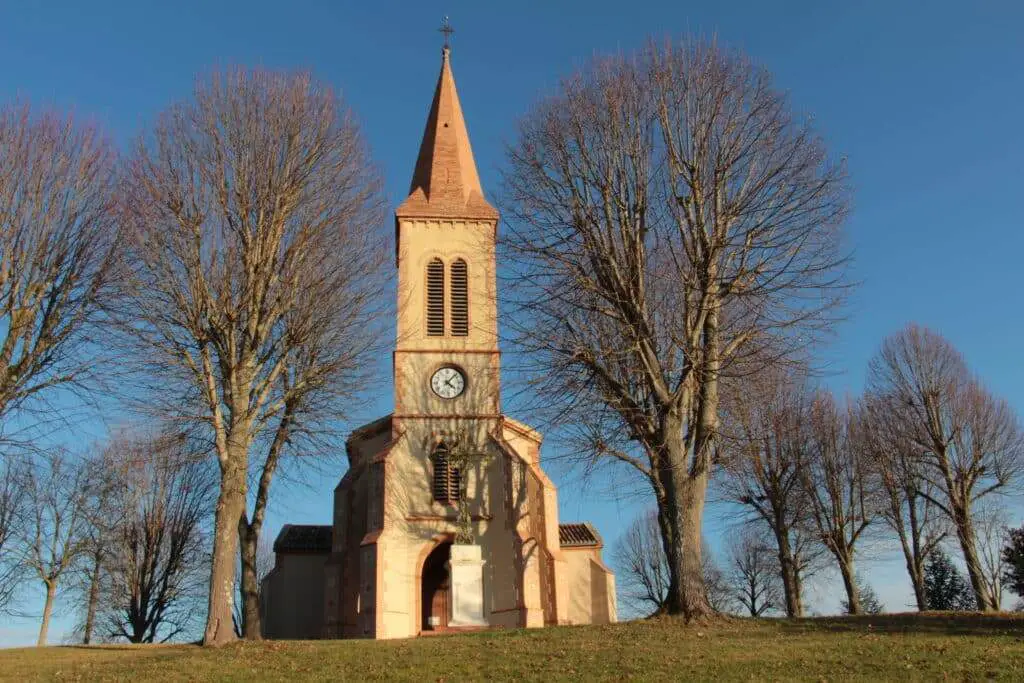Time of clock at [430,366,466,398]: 4:07
